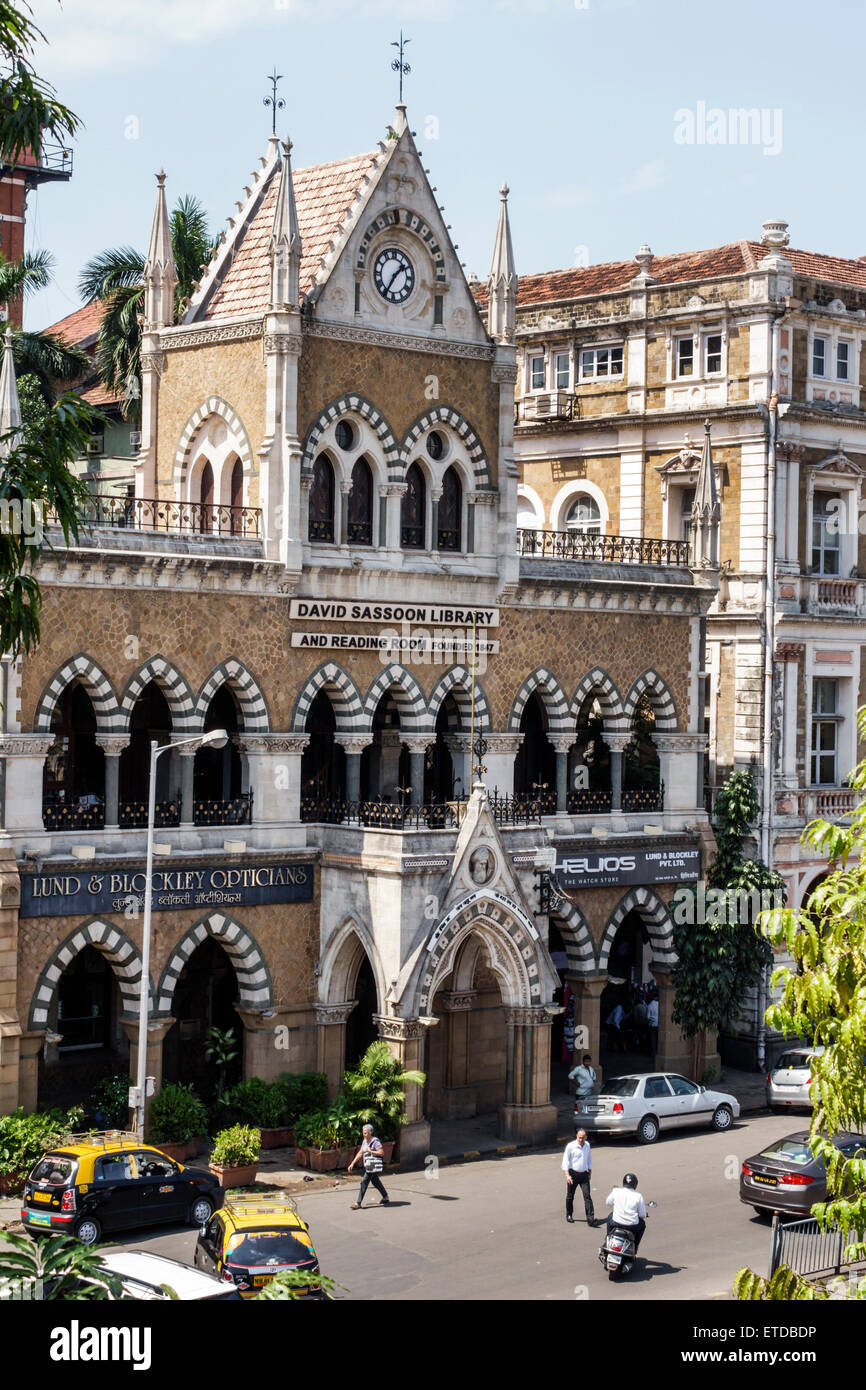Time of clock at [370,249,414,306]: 1:35
